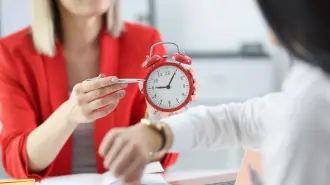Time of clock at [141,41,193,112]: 9:04
